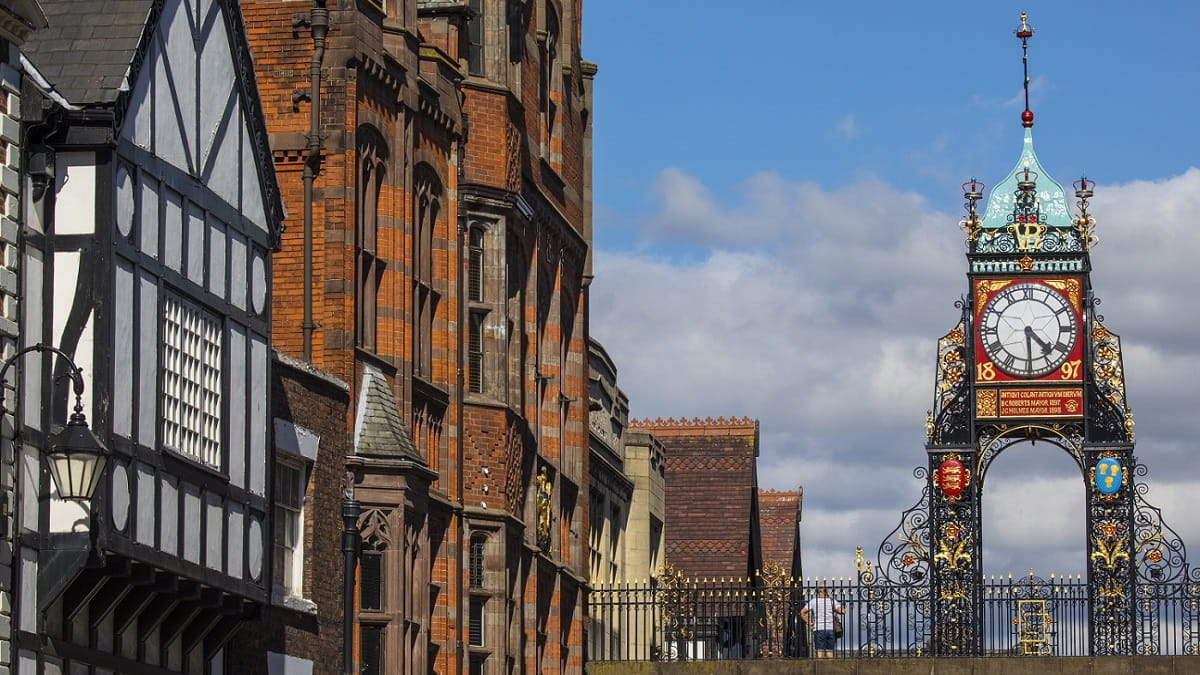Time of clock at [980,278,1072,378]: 4:29
